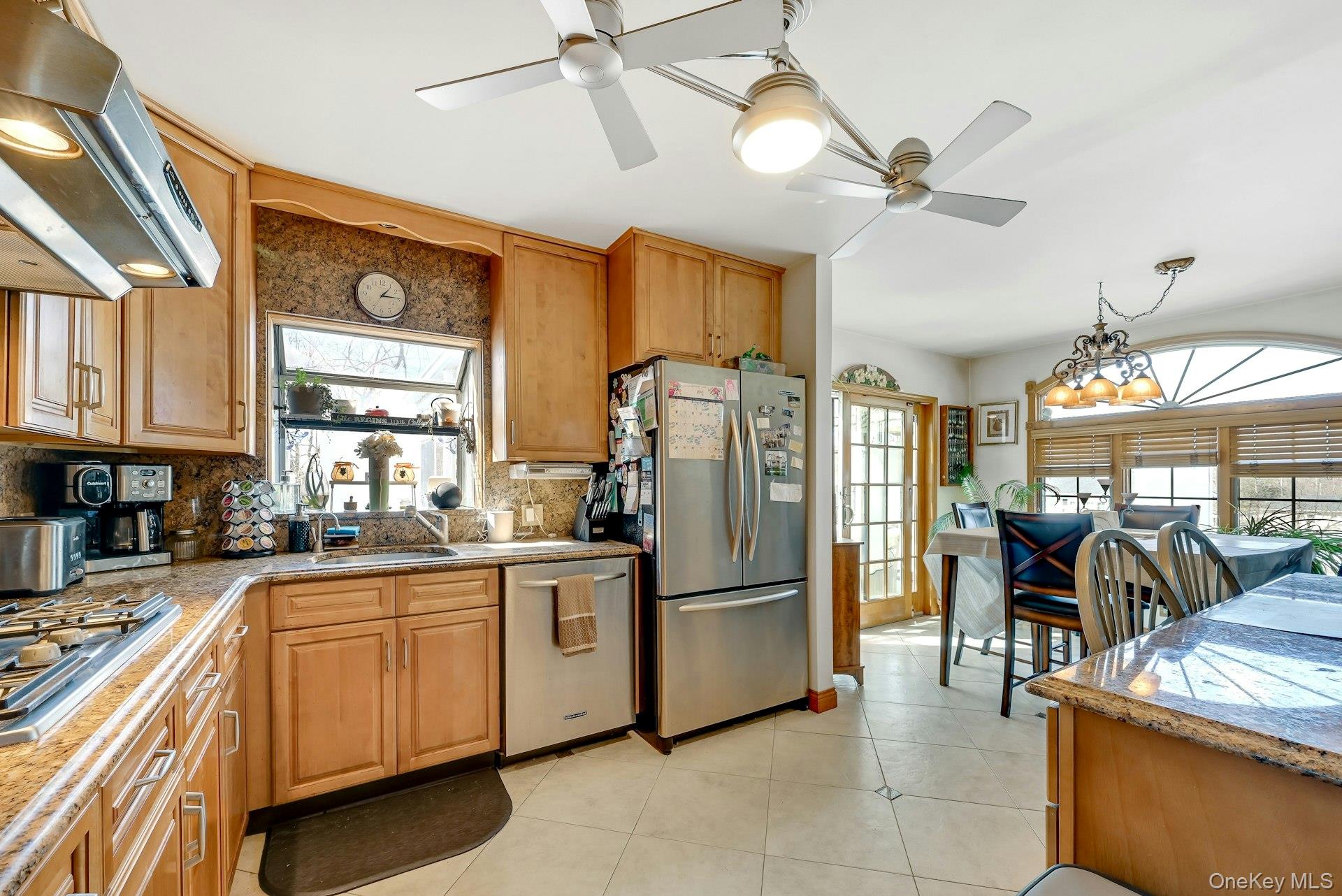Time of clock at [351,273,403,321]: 1:14
